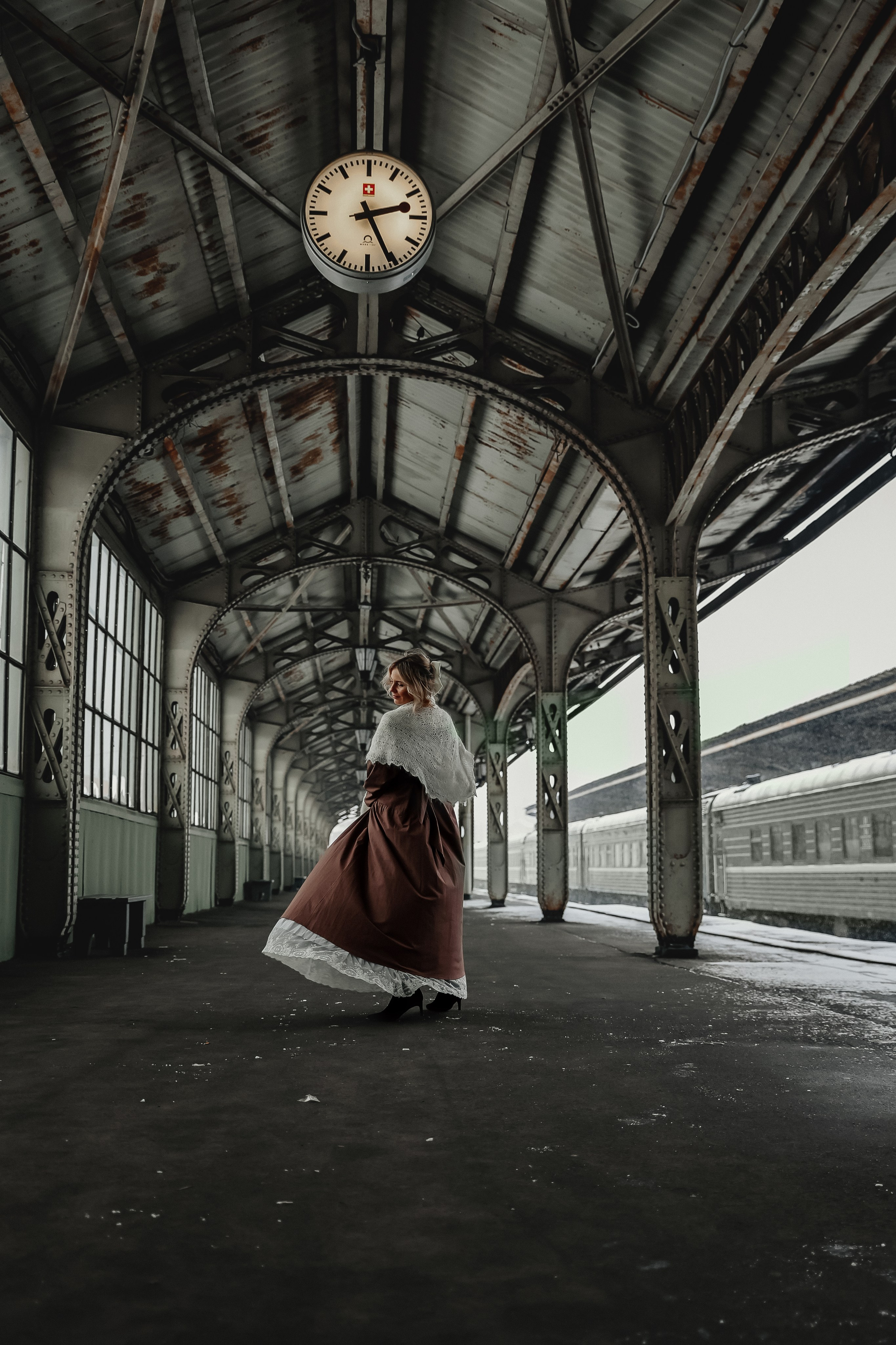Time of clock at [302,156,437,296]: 2:25
